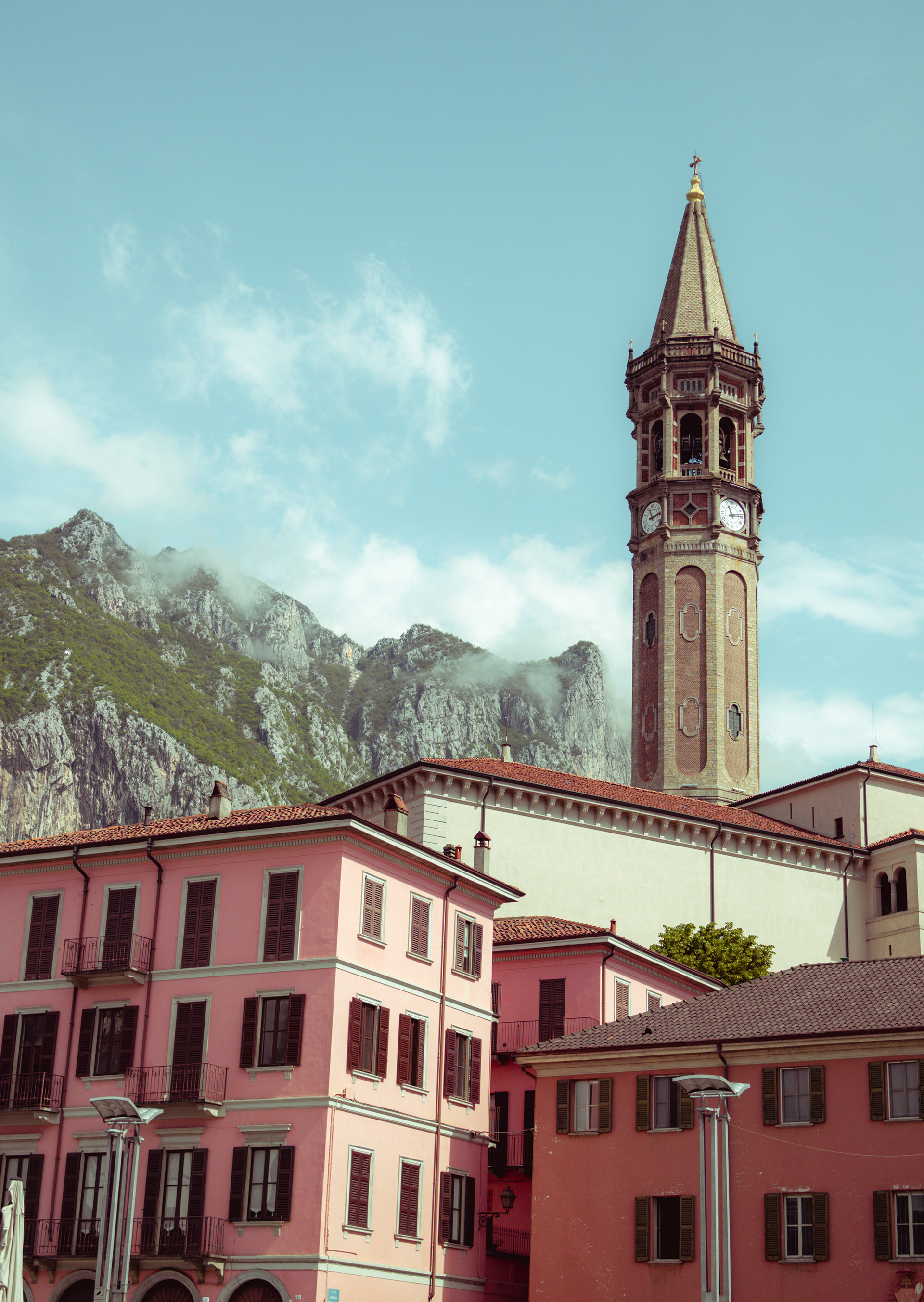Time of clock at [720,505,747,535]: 11:13
